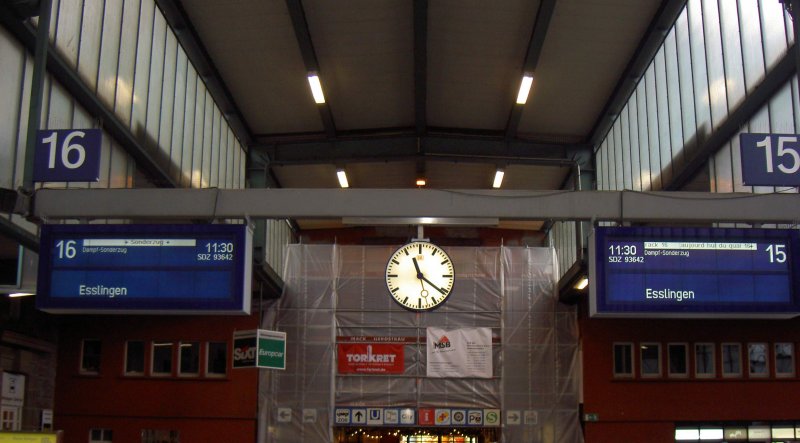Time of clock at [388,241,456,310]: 11:21
